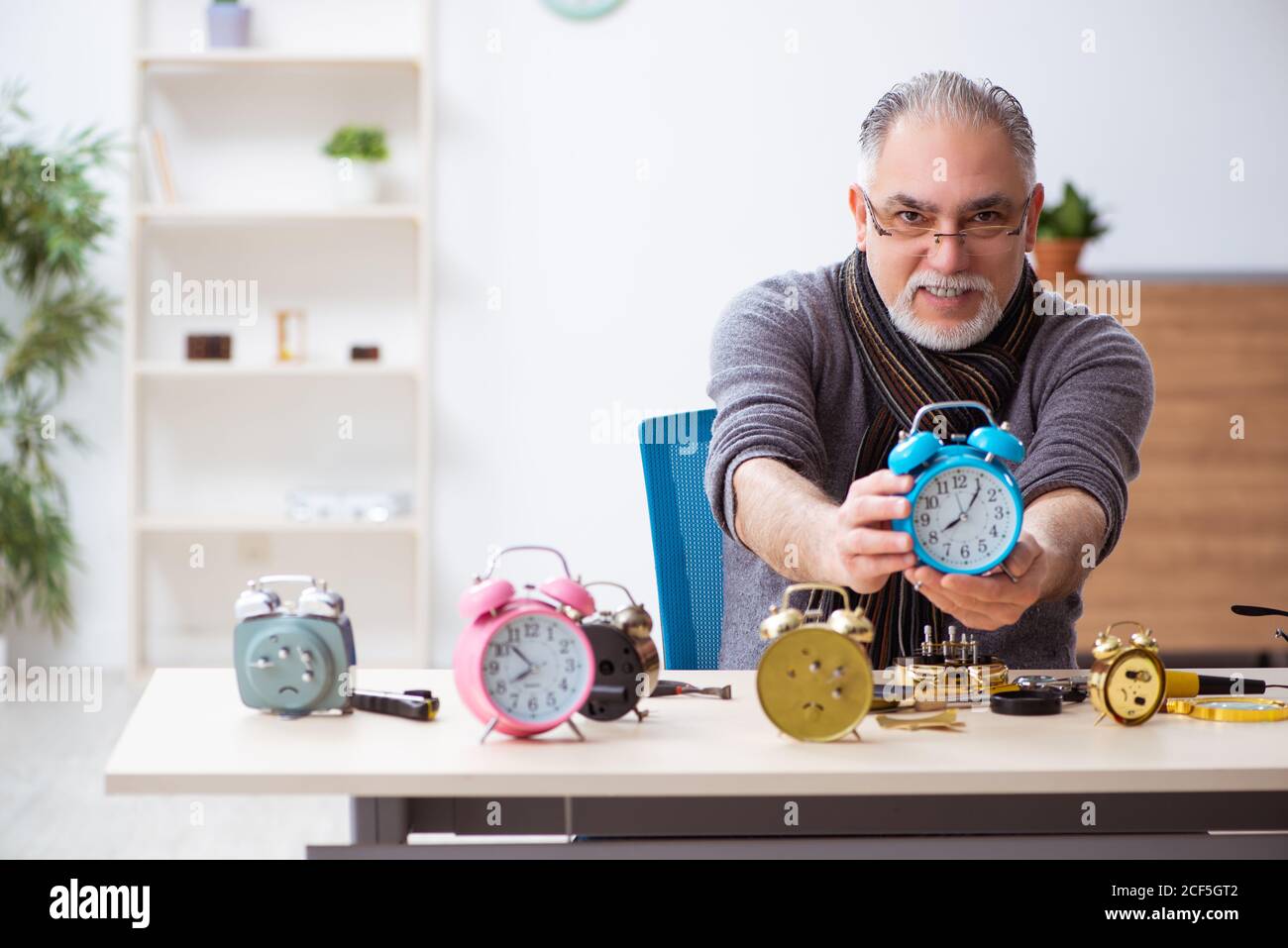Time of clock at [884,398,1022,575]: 8:06
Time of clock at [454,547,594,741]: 7:52
